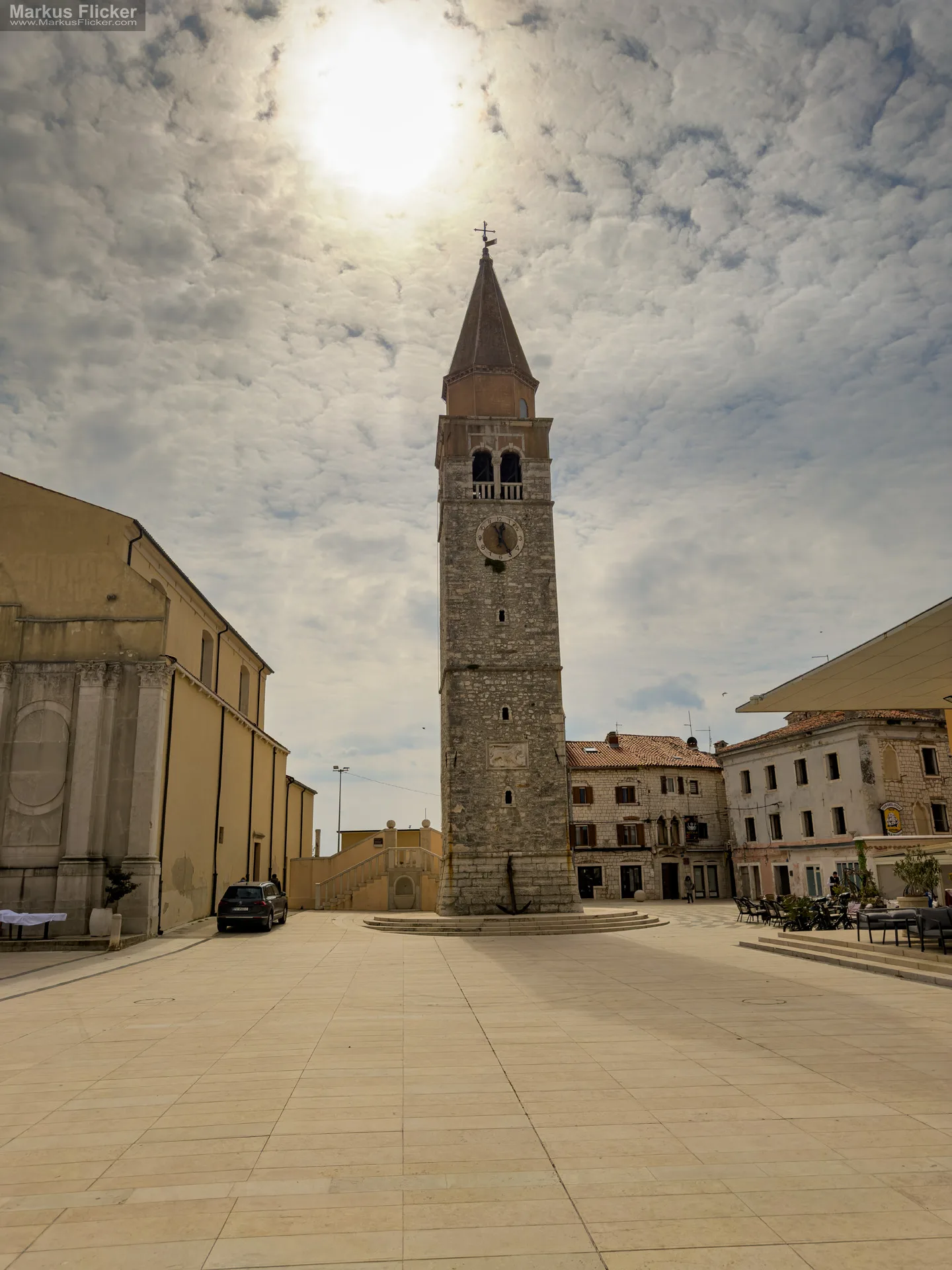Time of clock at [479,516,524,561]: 12:24
